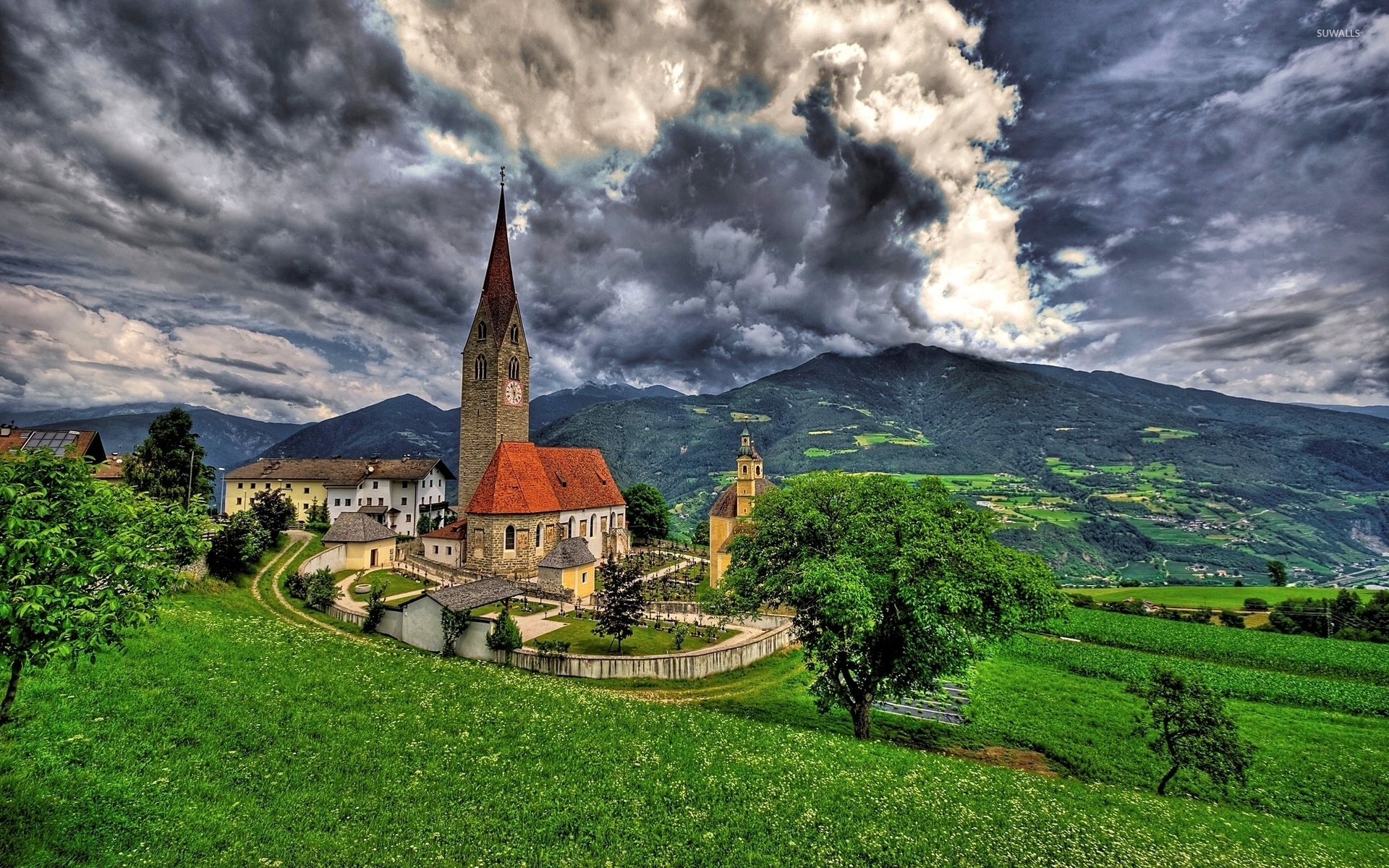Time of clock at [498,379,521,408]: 5:54
